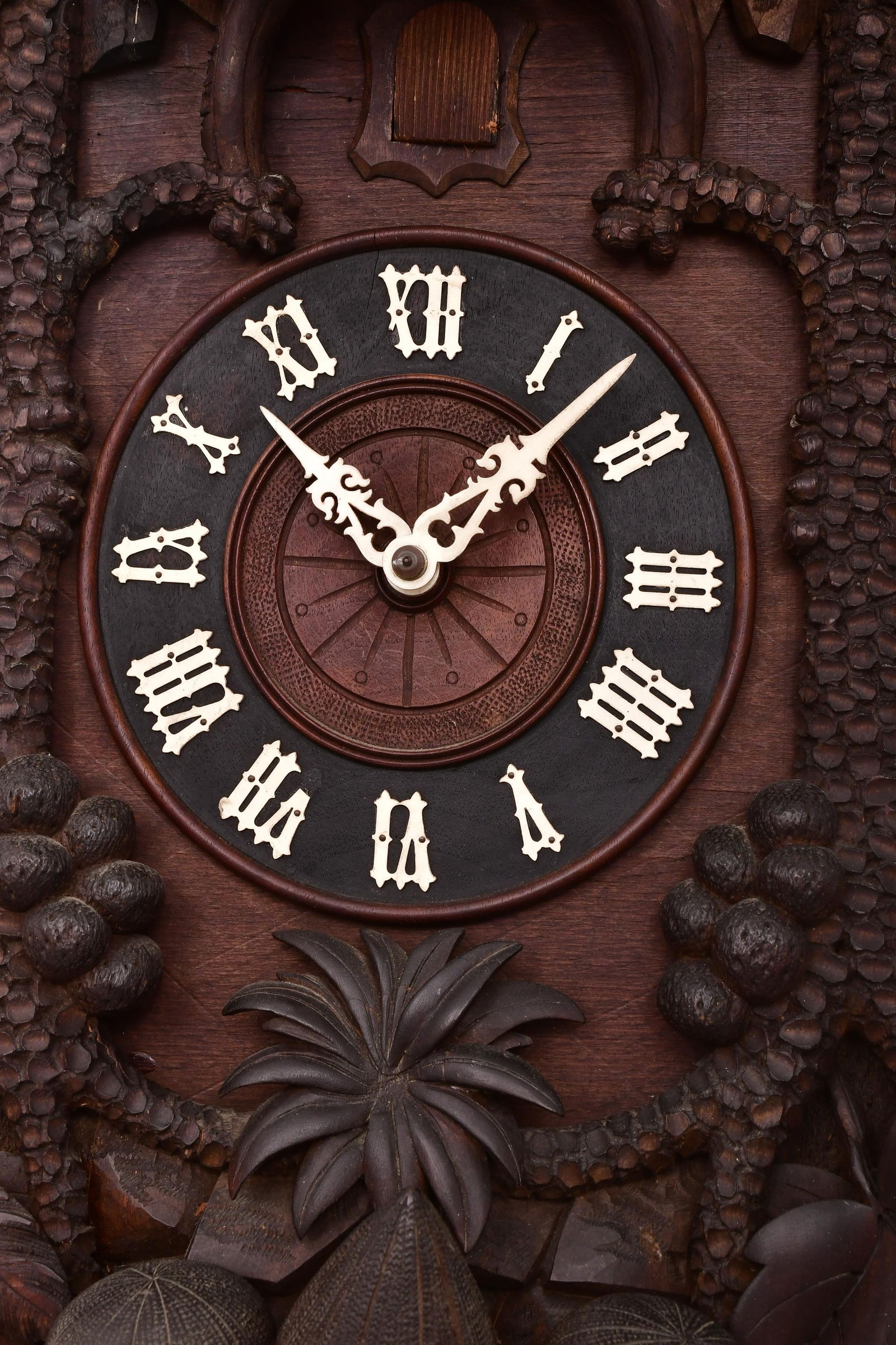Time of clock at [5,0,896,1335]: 10:07
